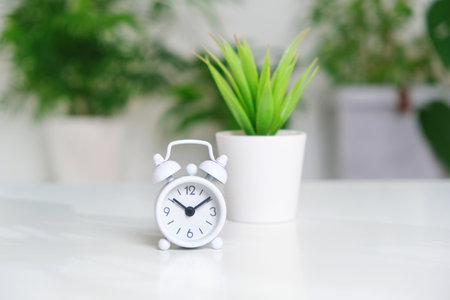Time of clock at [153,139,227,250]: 10:09
